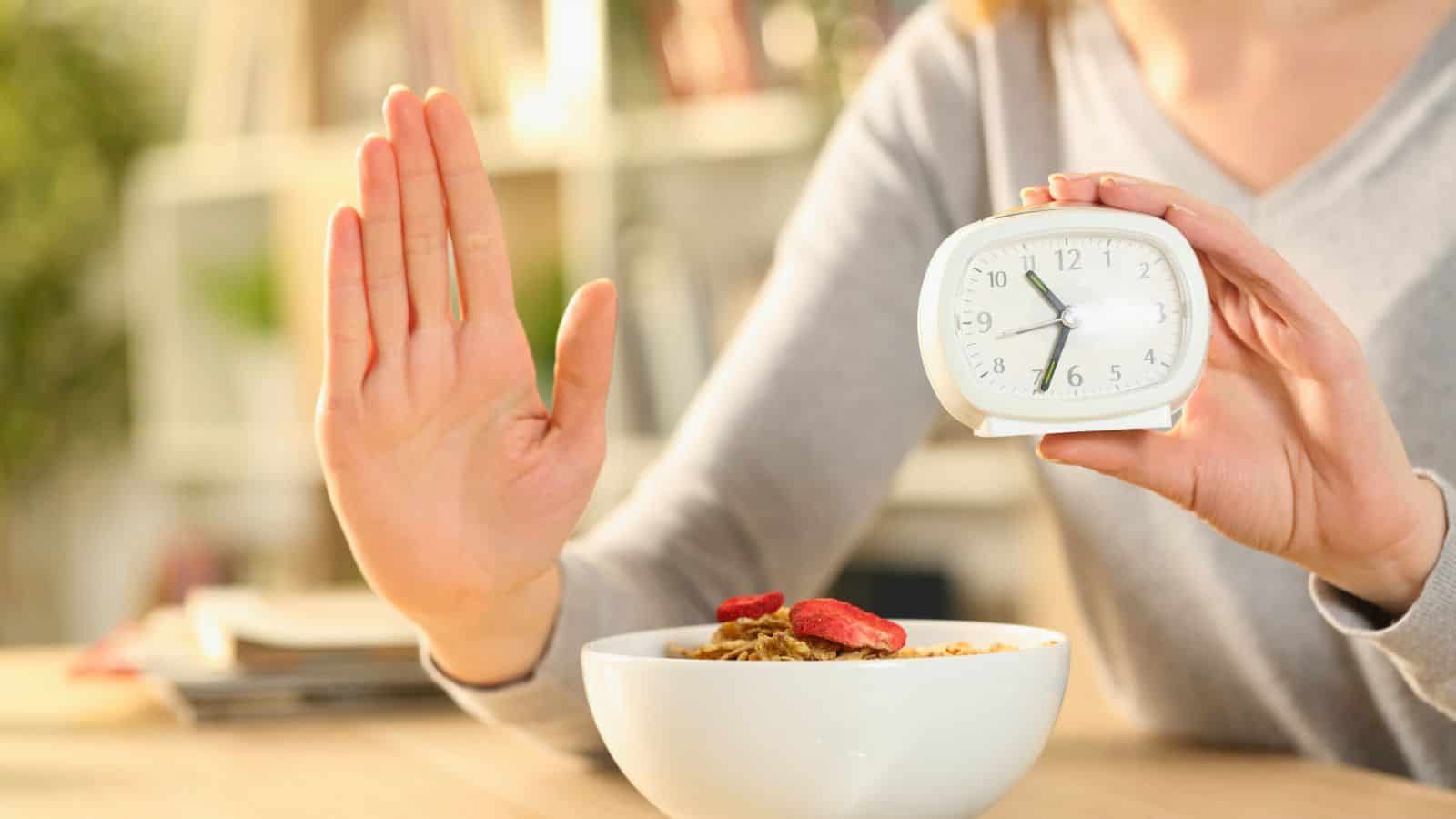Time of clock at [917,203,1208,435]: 10:33
